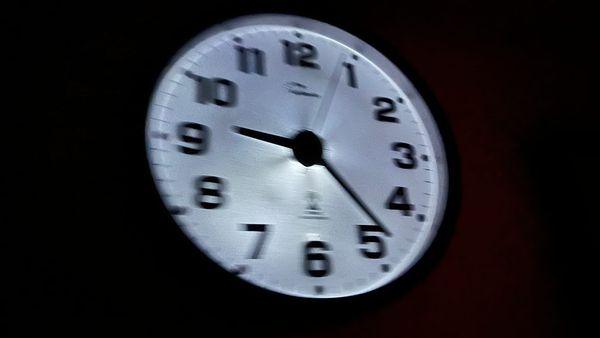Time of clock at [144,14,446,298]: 9:23
